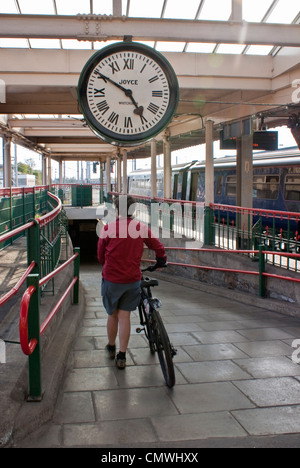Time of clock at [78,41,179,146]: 4:50
